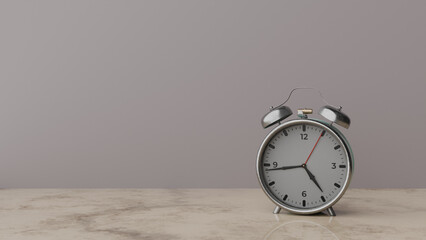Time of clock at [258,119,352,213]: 4:43
